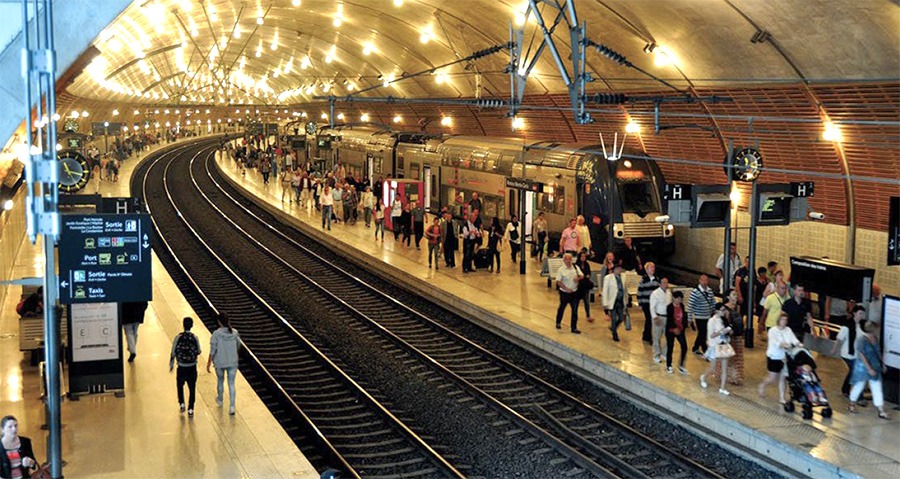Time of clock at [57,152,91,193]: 11:17
